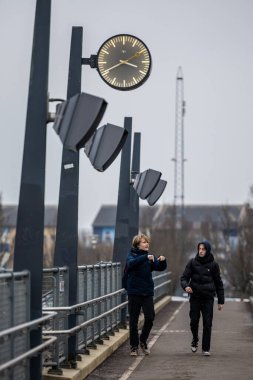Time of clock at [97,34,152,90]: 3:40
